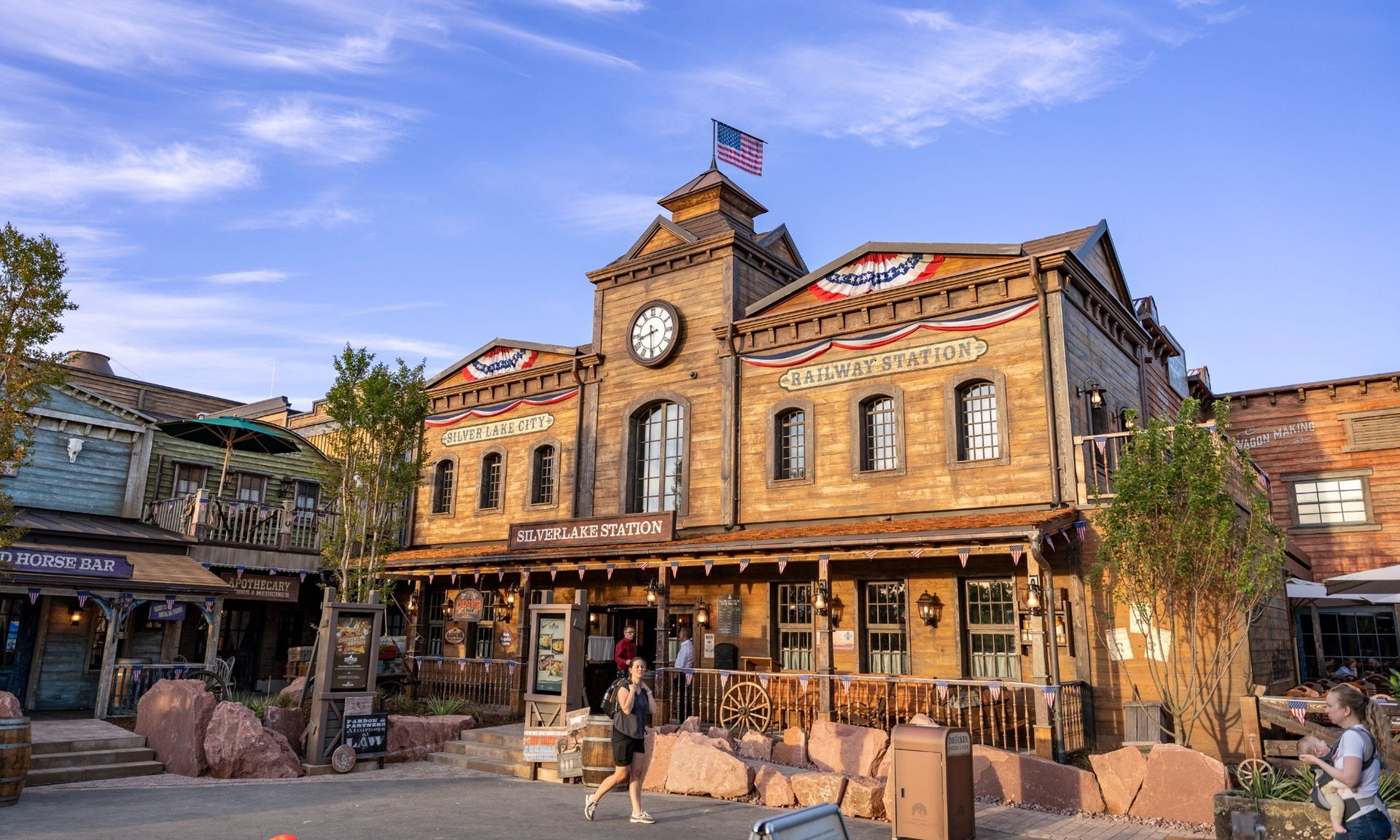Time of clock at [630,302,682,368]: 8:29
